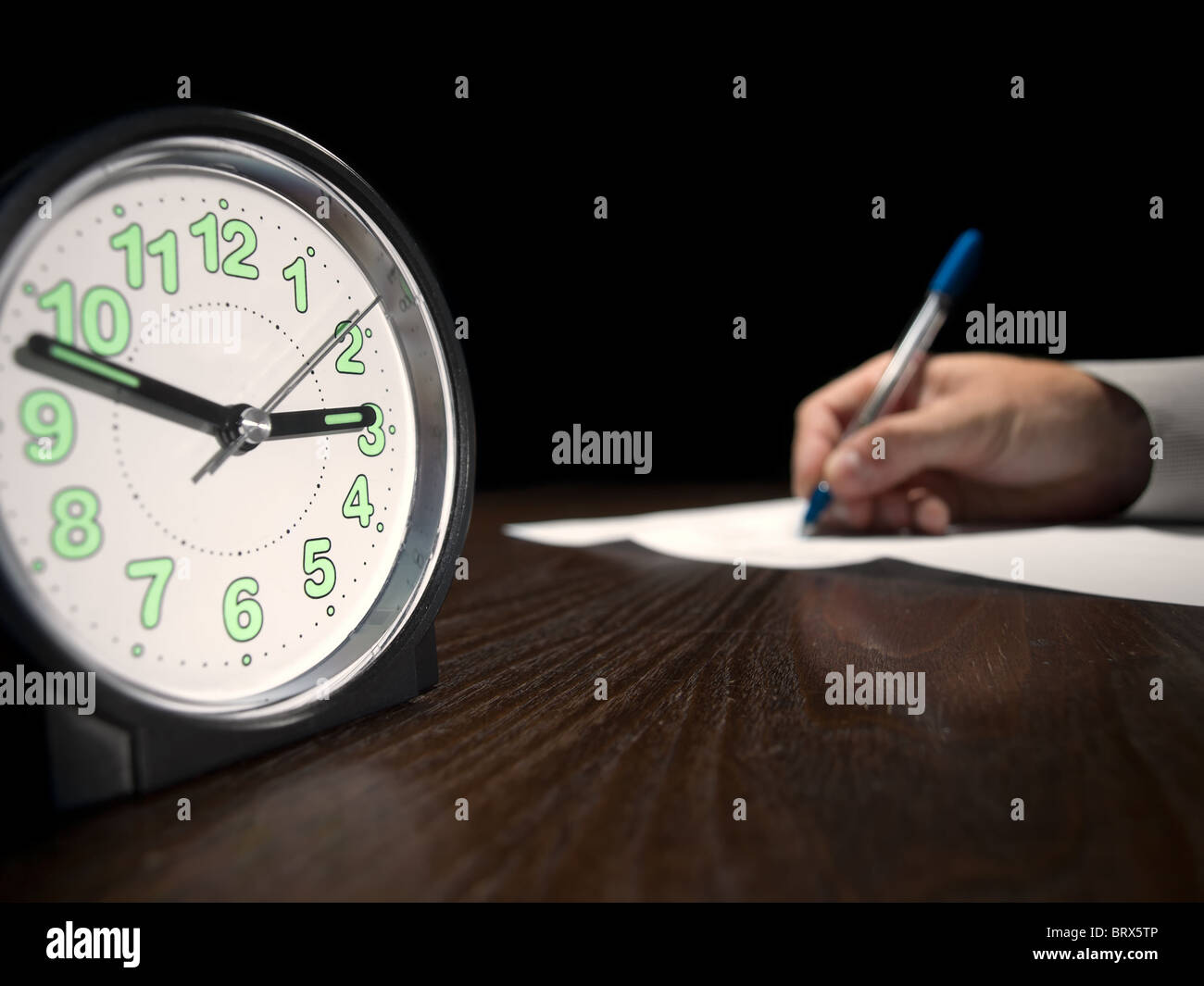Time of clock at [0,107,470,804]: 2:48
